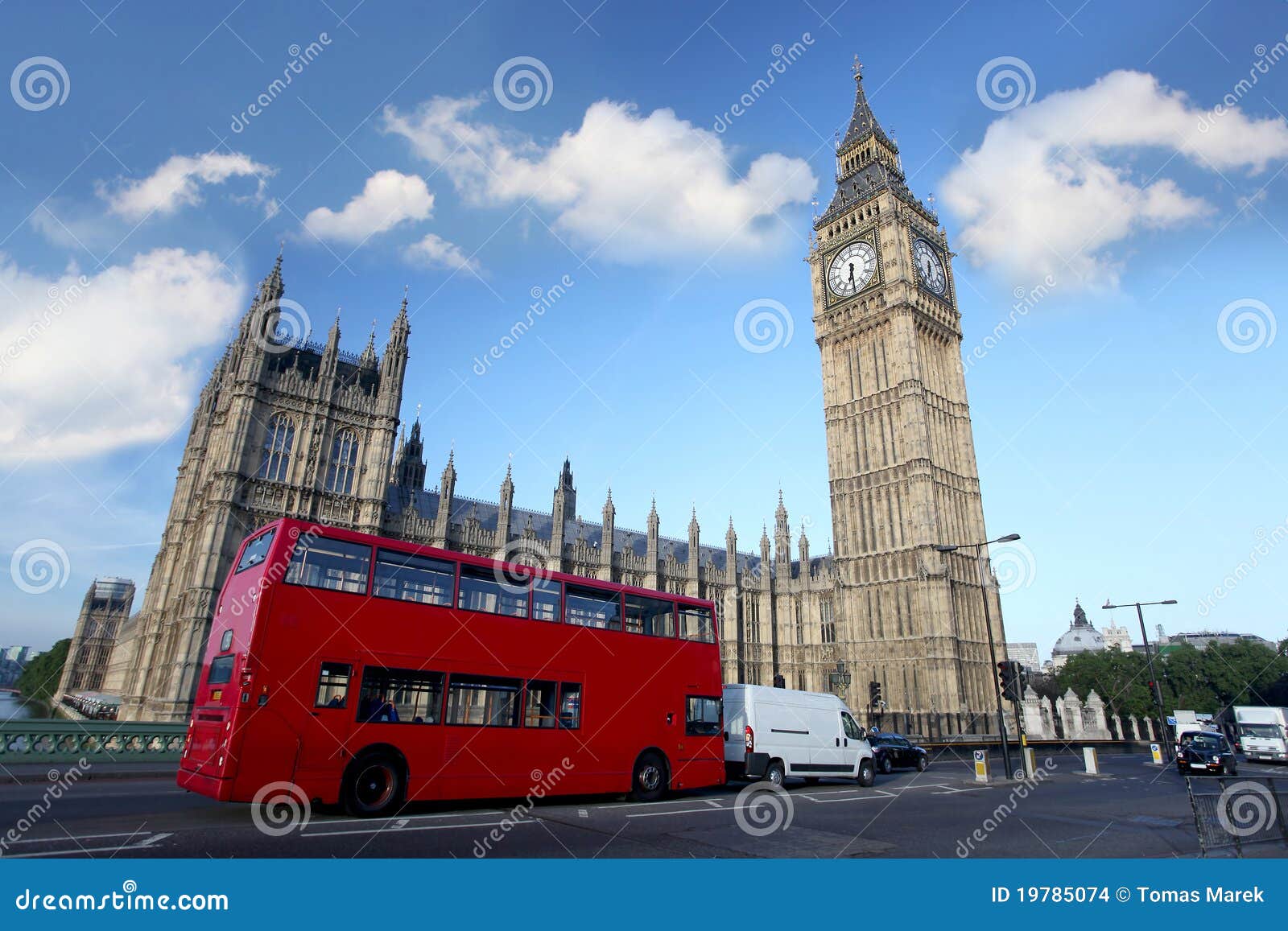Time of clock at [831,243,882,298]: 6:29
